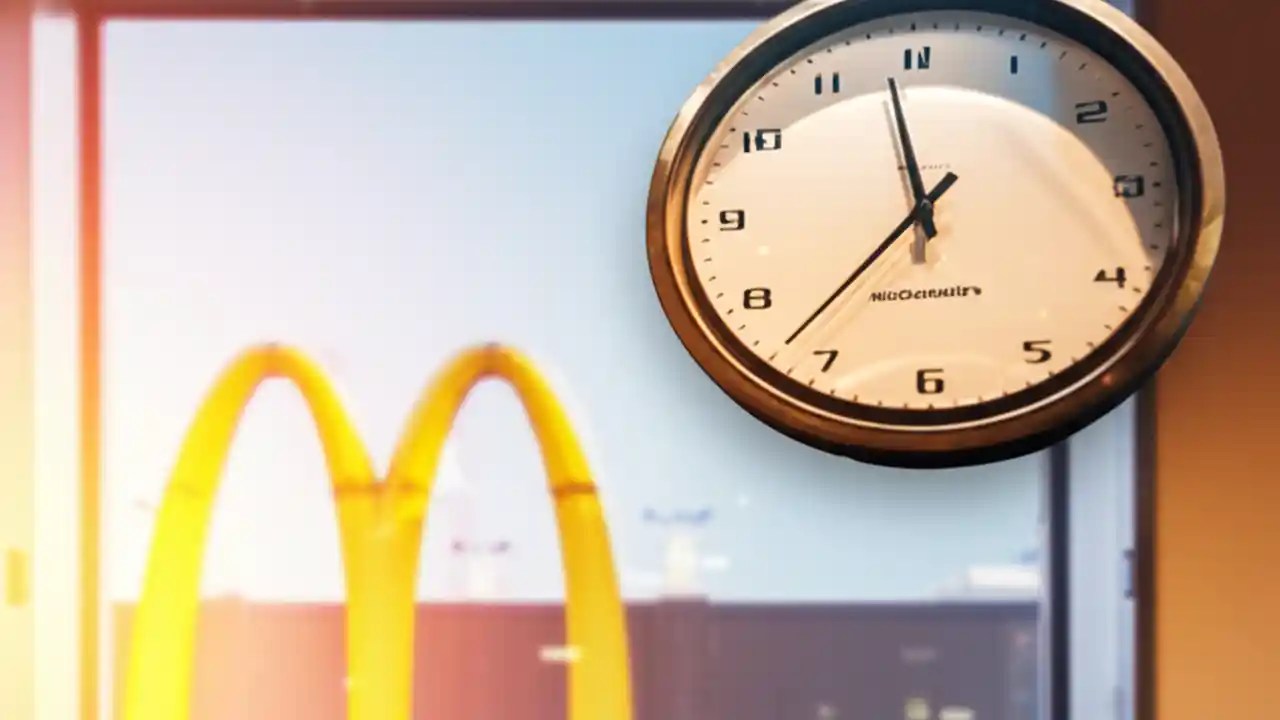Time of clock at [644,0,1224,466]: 11:37
